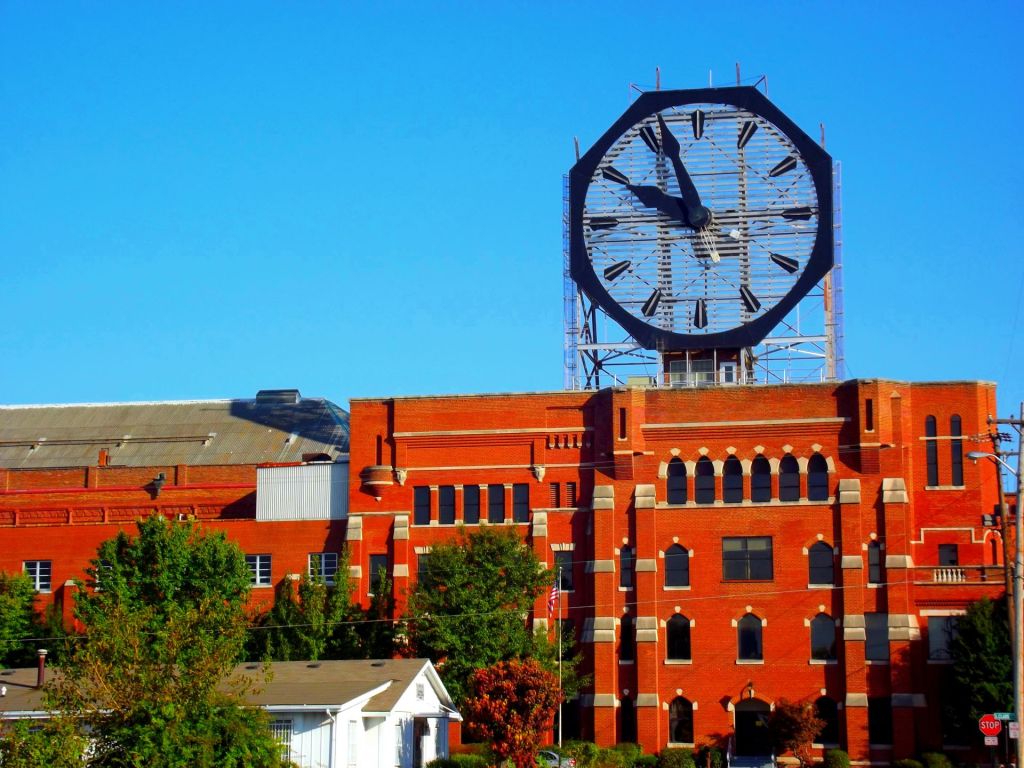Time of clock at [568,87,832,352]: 9:56
